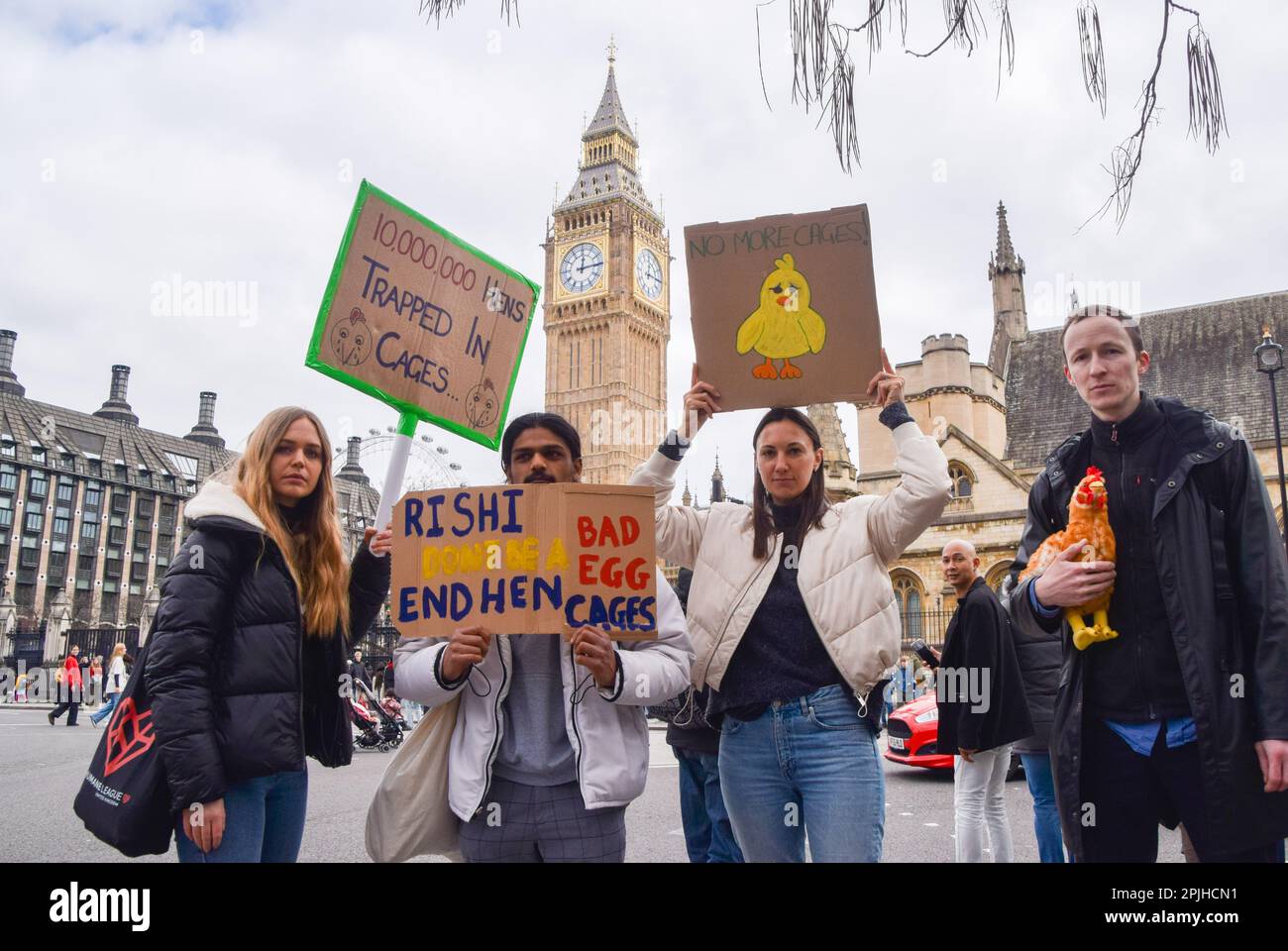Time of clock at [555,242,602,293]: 12:14
